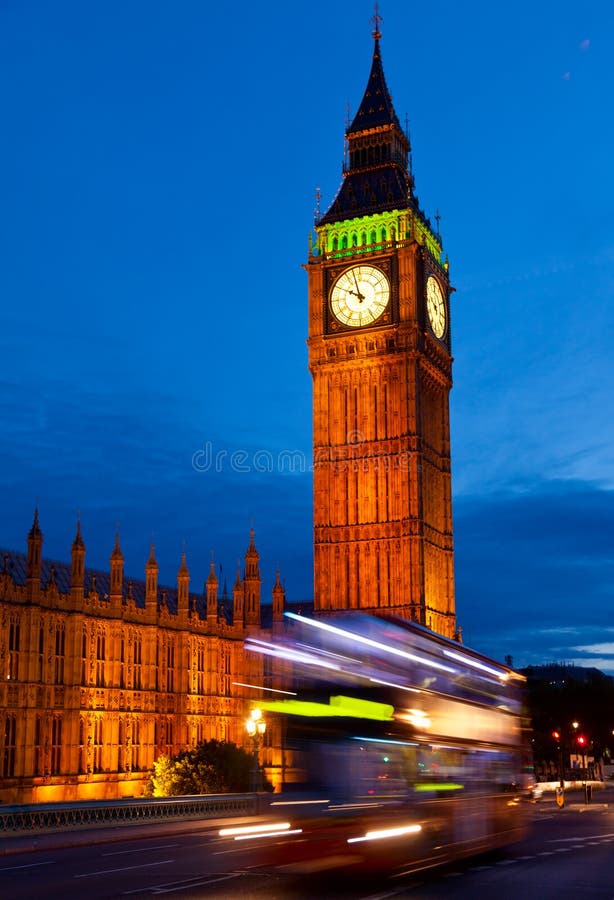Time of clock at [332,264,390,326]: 9:57
